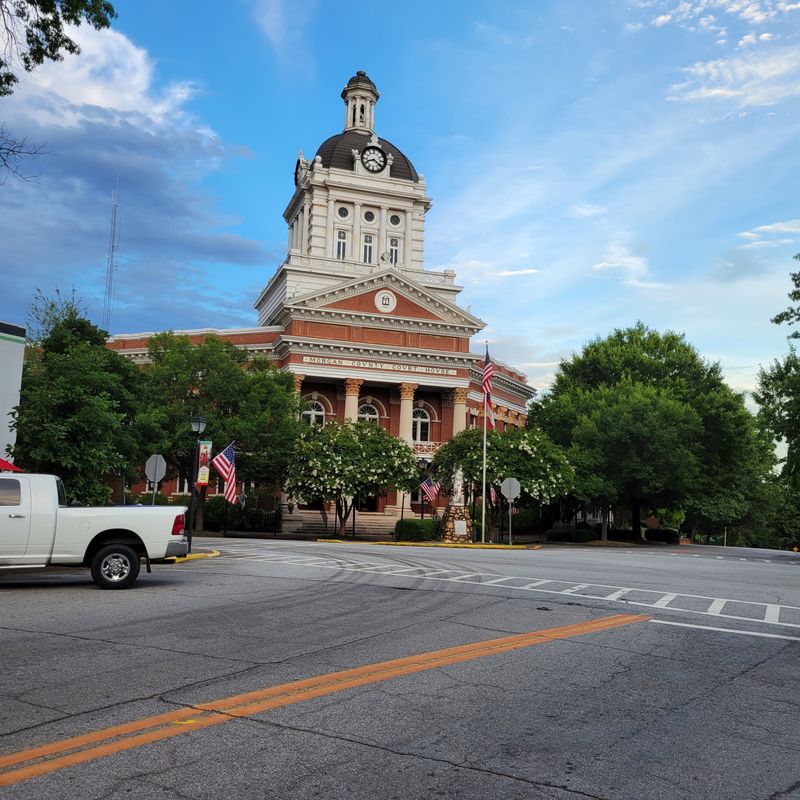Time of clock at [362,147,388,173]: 8:20
